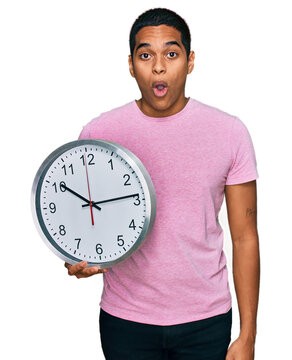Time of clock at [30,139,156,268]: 10:13
